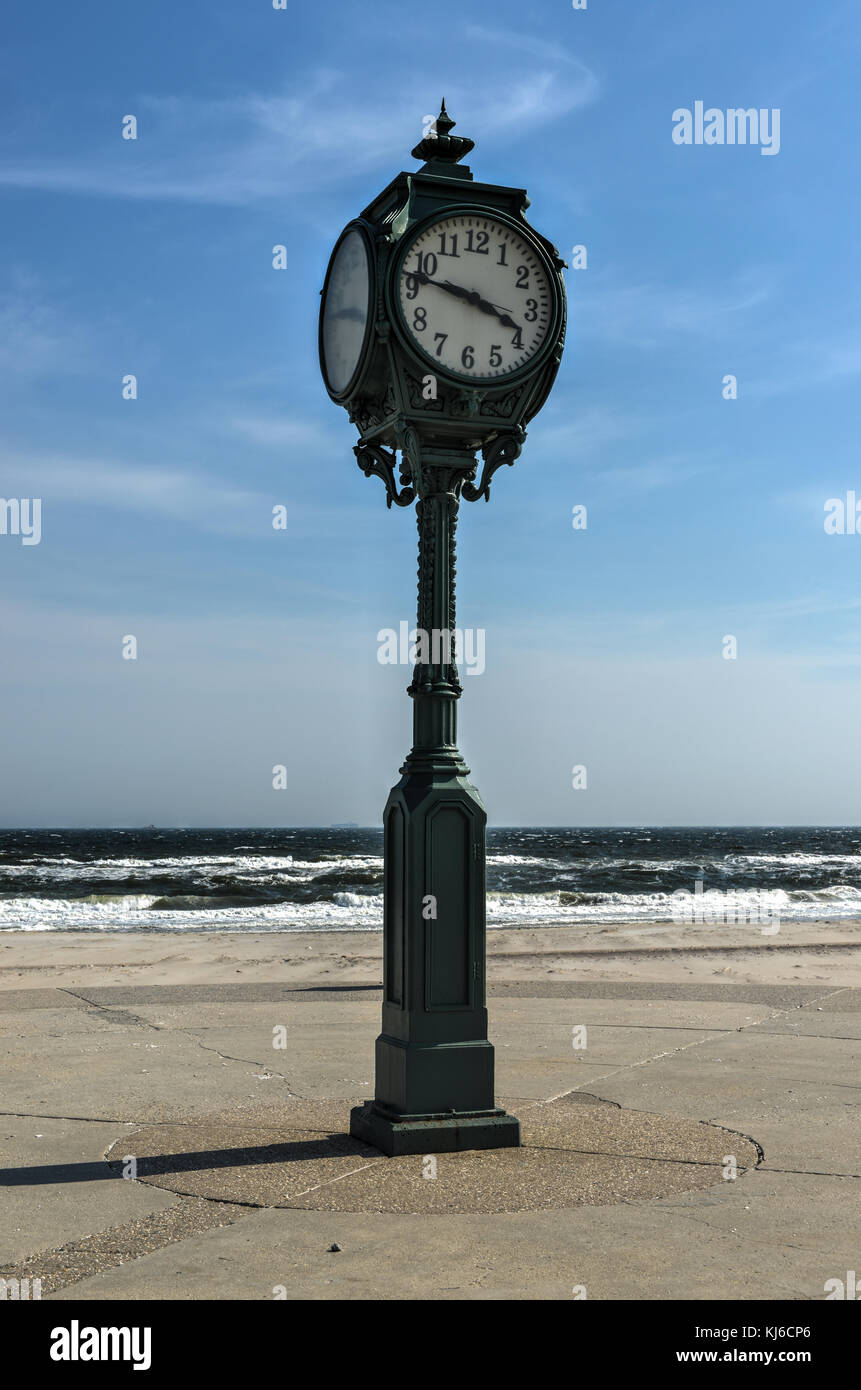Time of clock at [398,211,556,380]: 3:47
